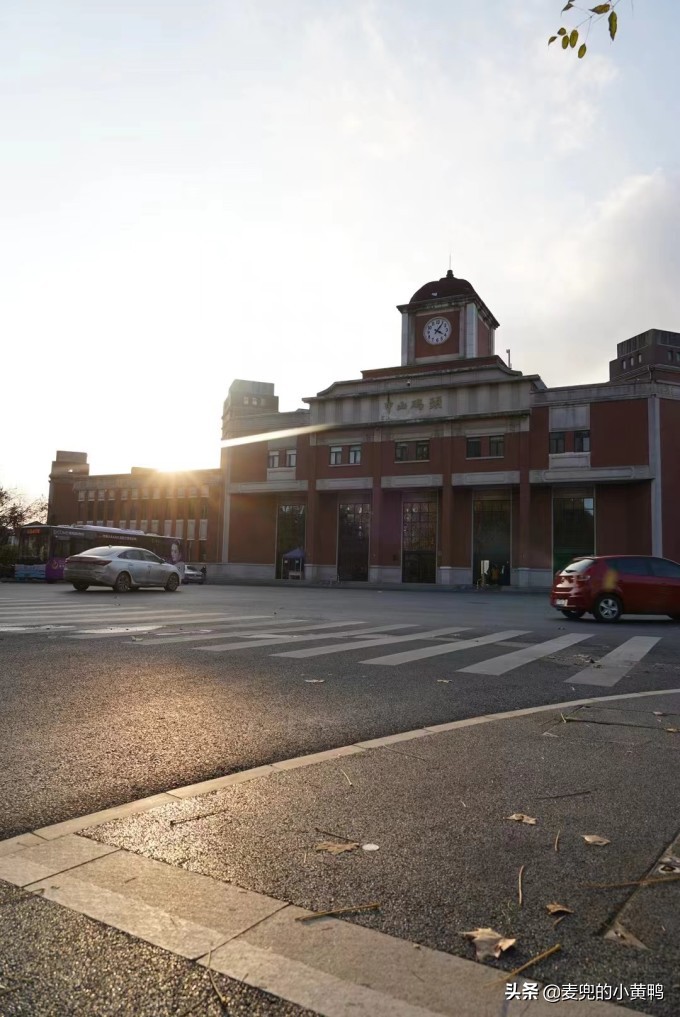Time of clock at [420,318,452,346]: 4:06
